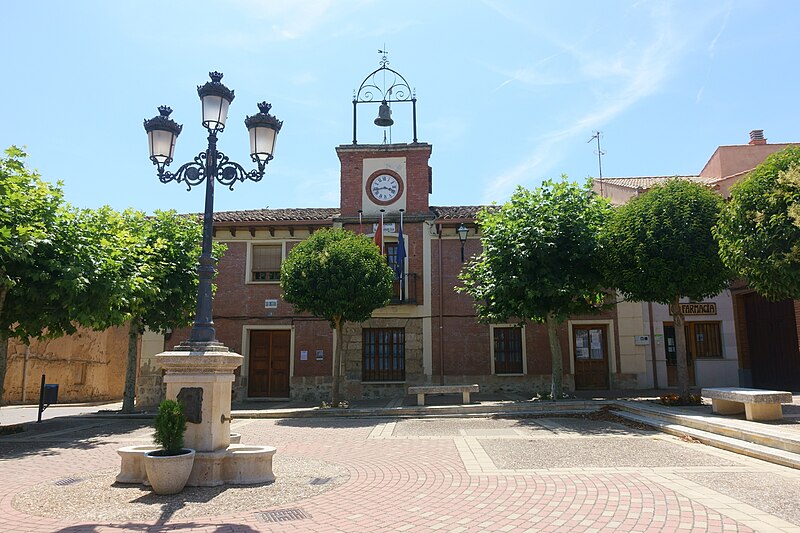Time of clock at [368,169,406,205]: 3:43
